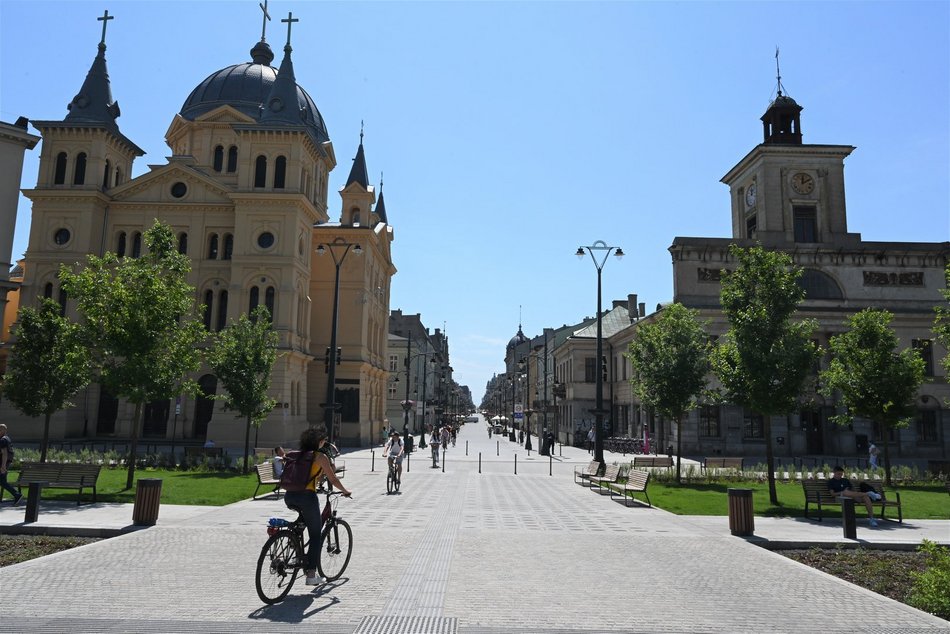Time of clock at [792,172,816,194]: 12:09
